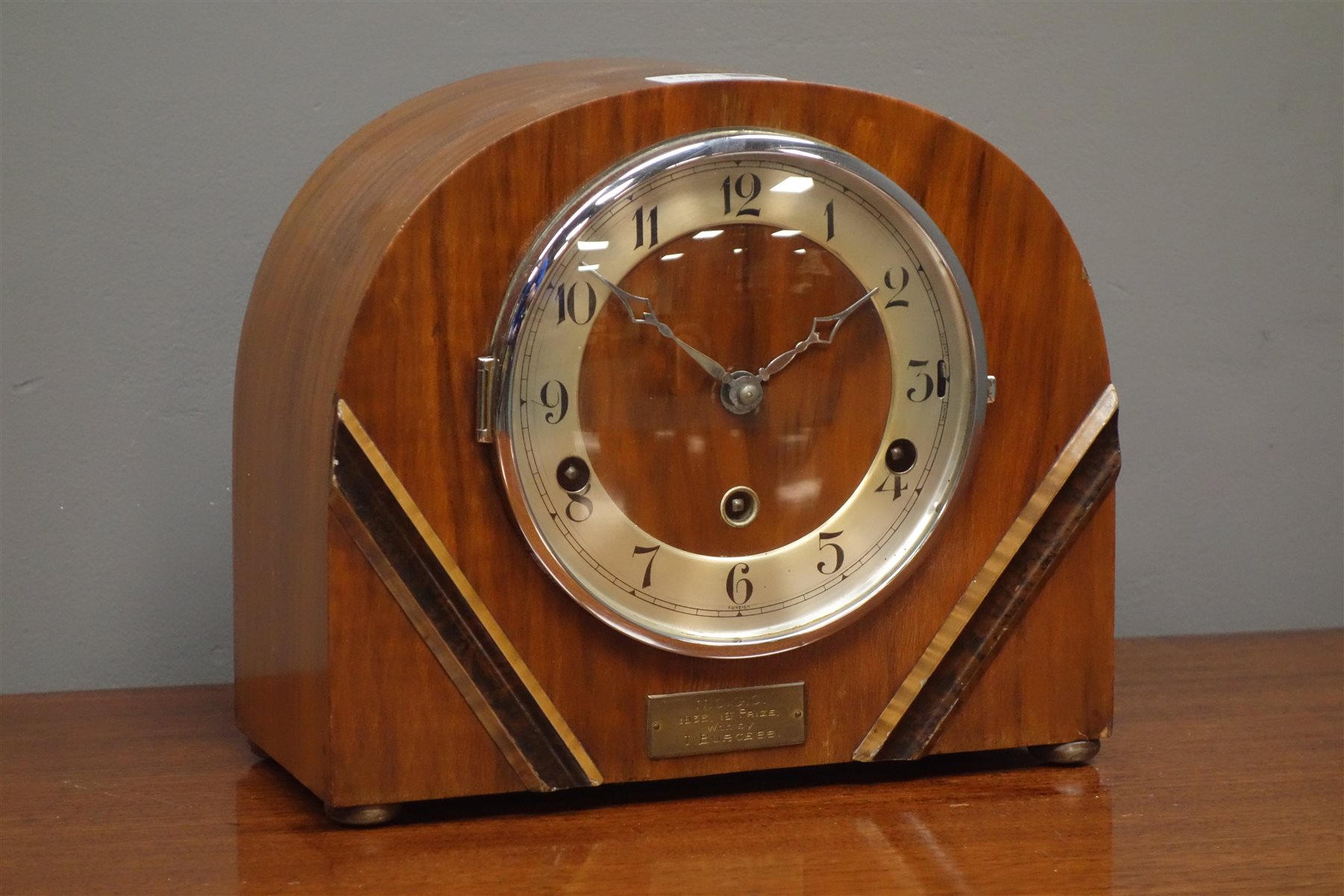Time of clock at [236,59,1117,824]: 1:51
